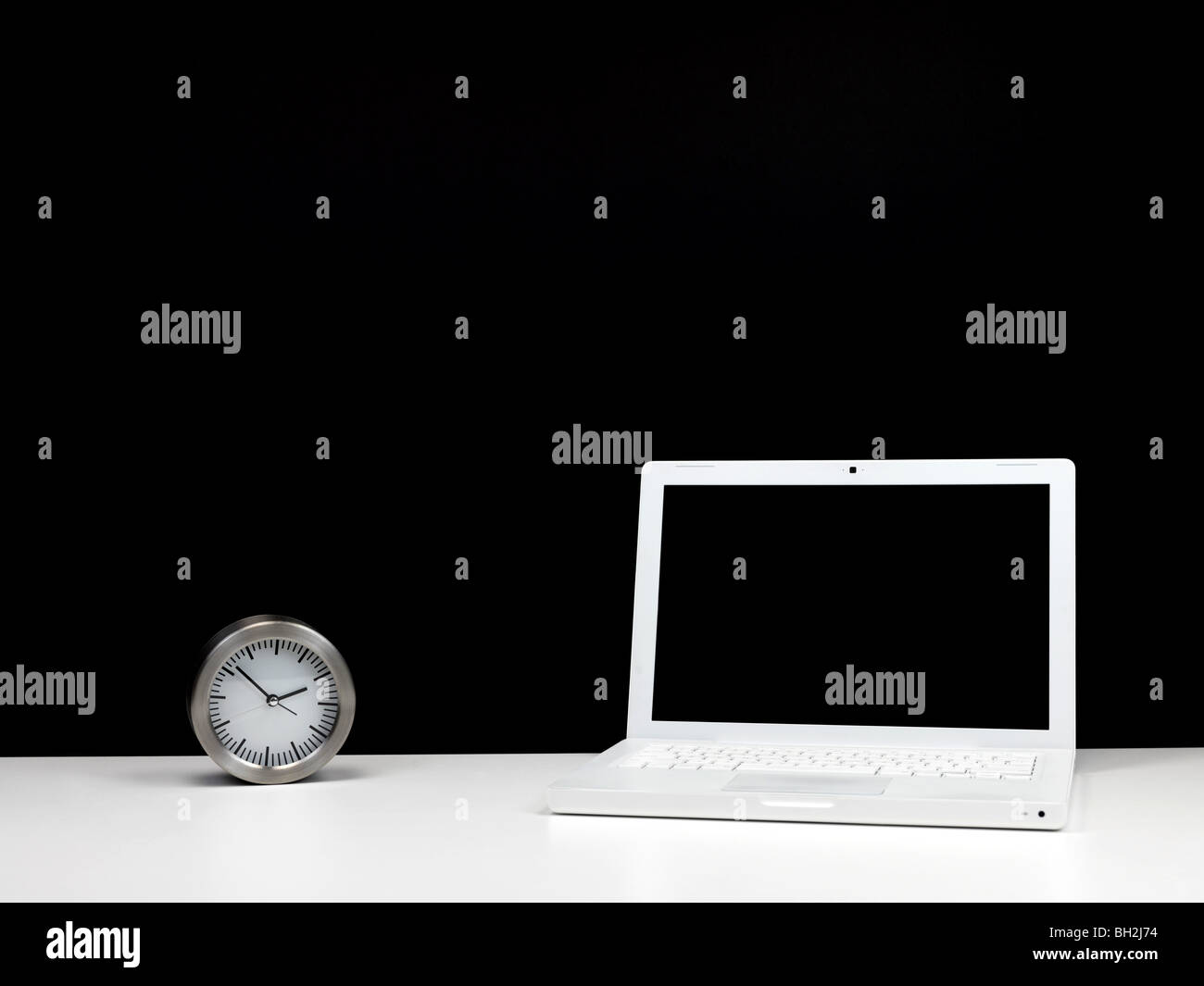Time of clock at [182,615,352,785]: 1:51
